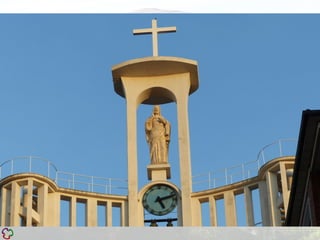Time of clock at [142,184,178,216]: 5:12
